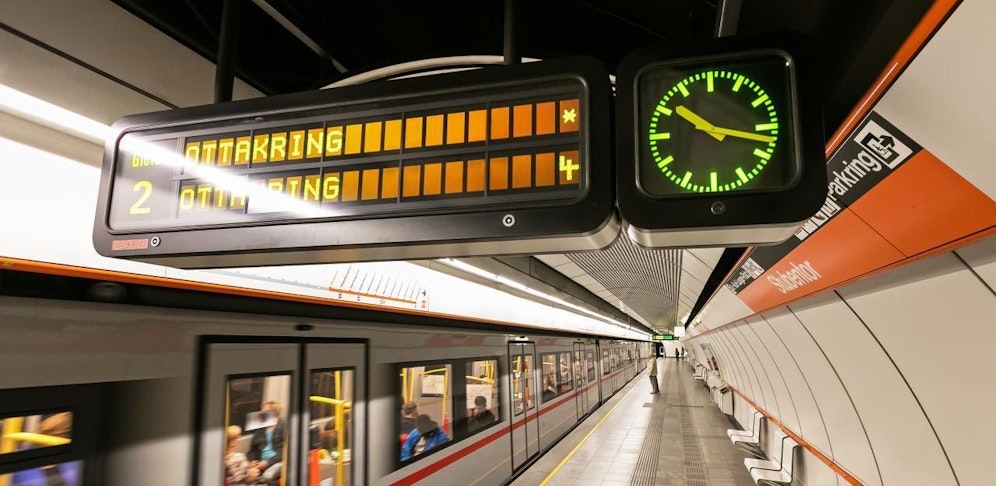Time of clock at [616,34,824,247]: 10:17
